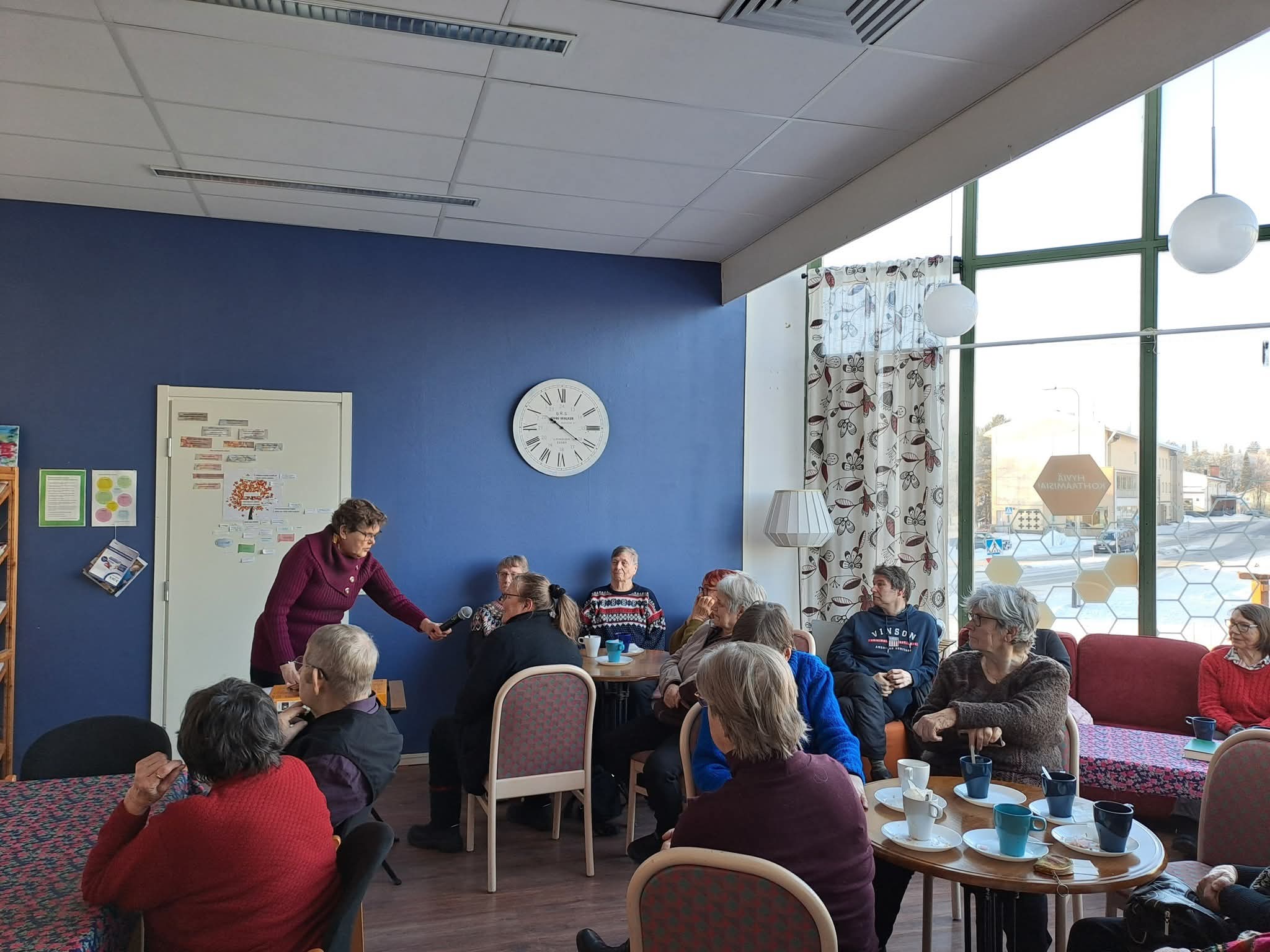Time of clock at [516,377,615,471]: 10:20
